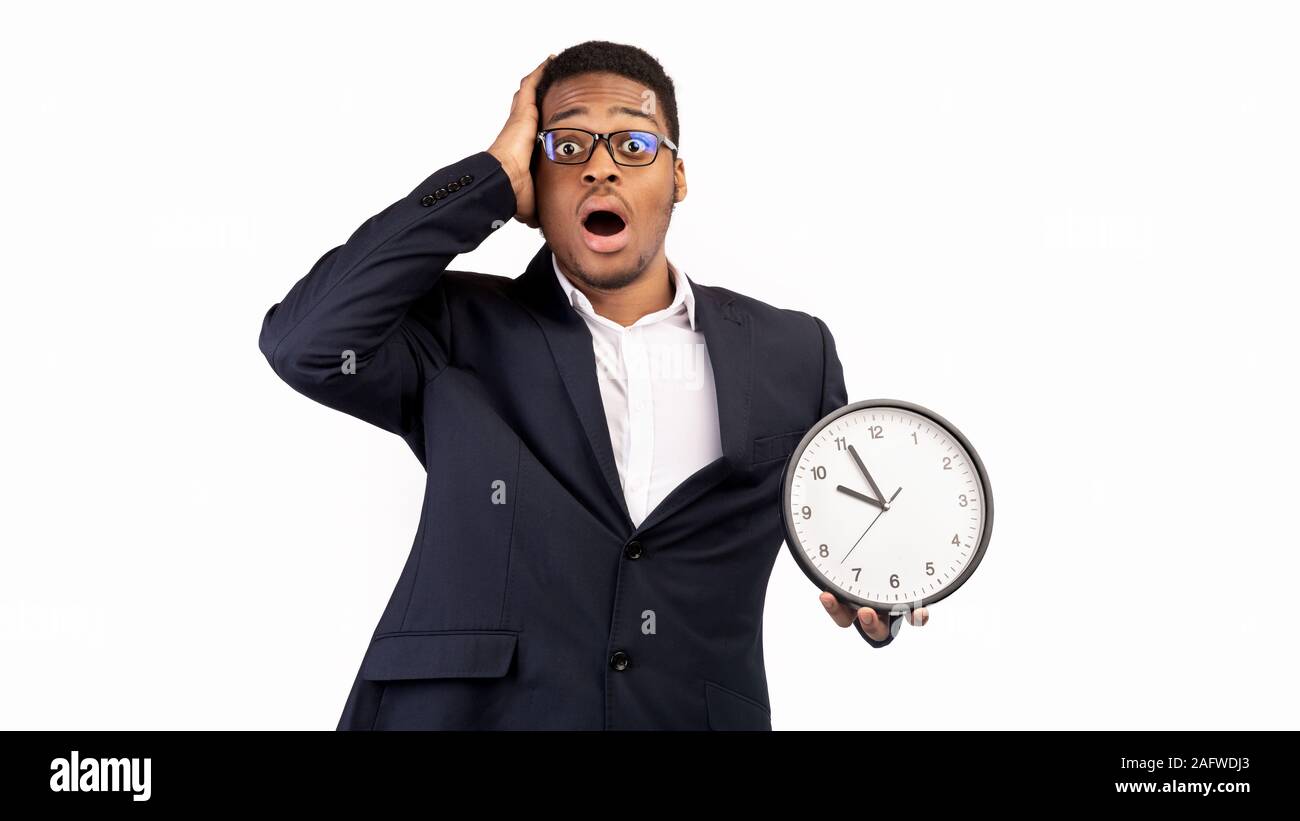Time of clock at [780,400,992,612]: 9:55
